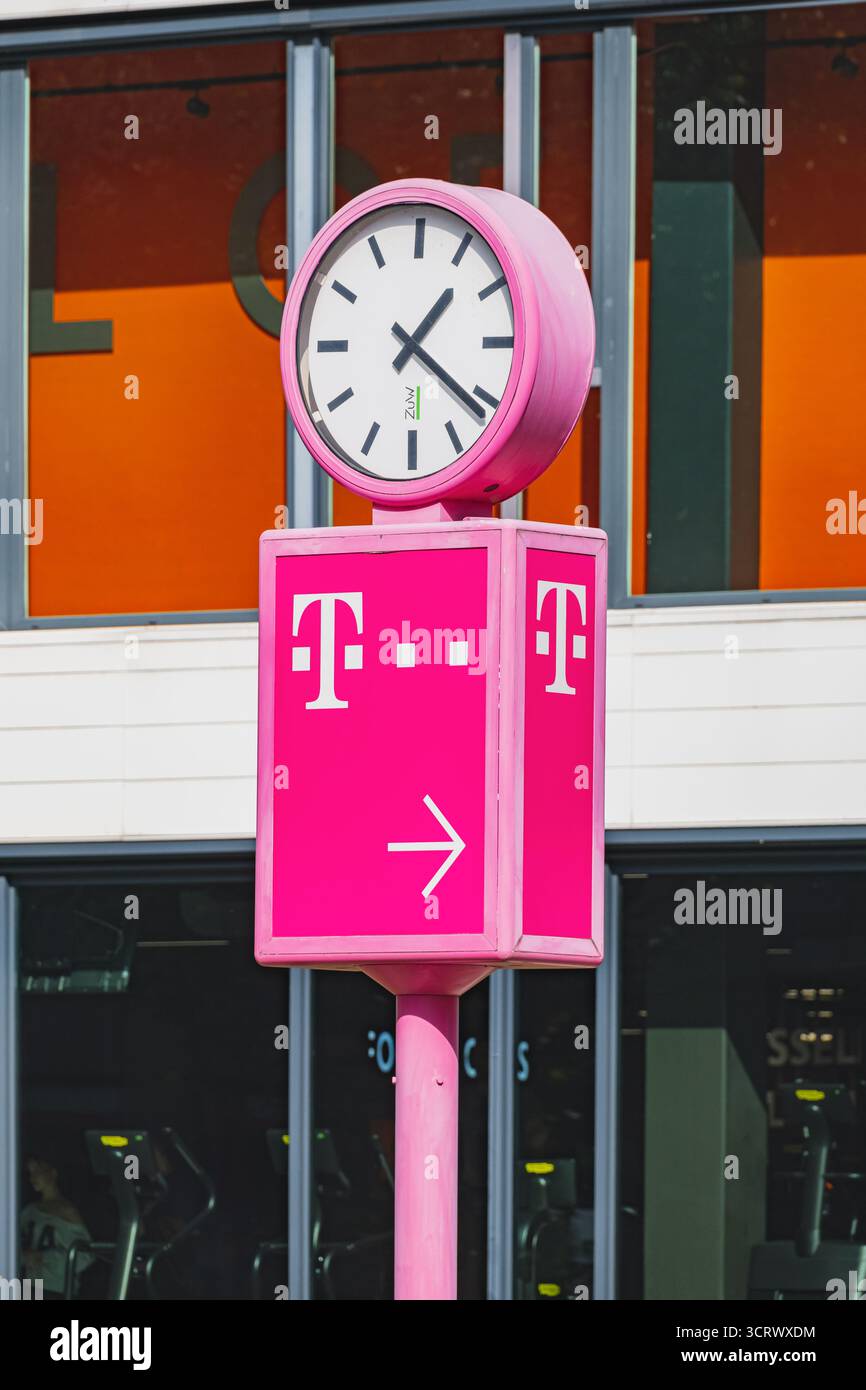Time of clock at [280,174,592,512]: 1:21
